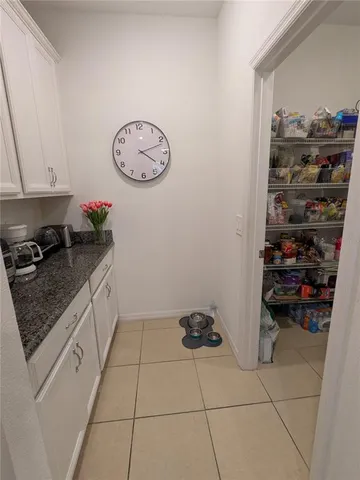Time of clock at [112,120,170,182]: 4:11
